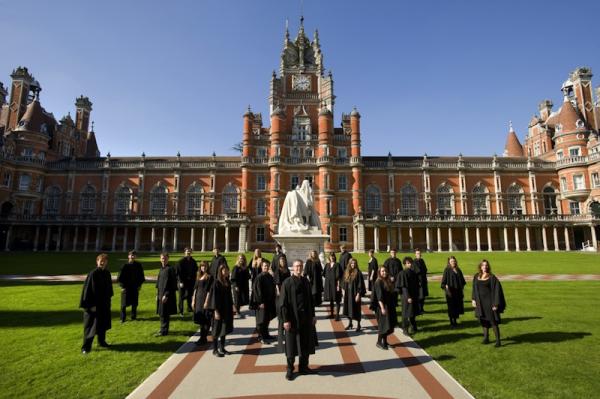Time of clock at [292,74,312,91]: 2:42
